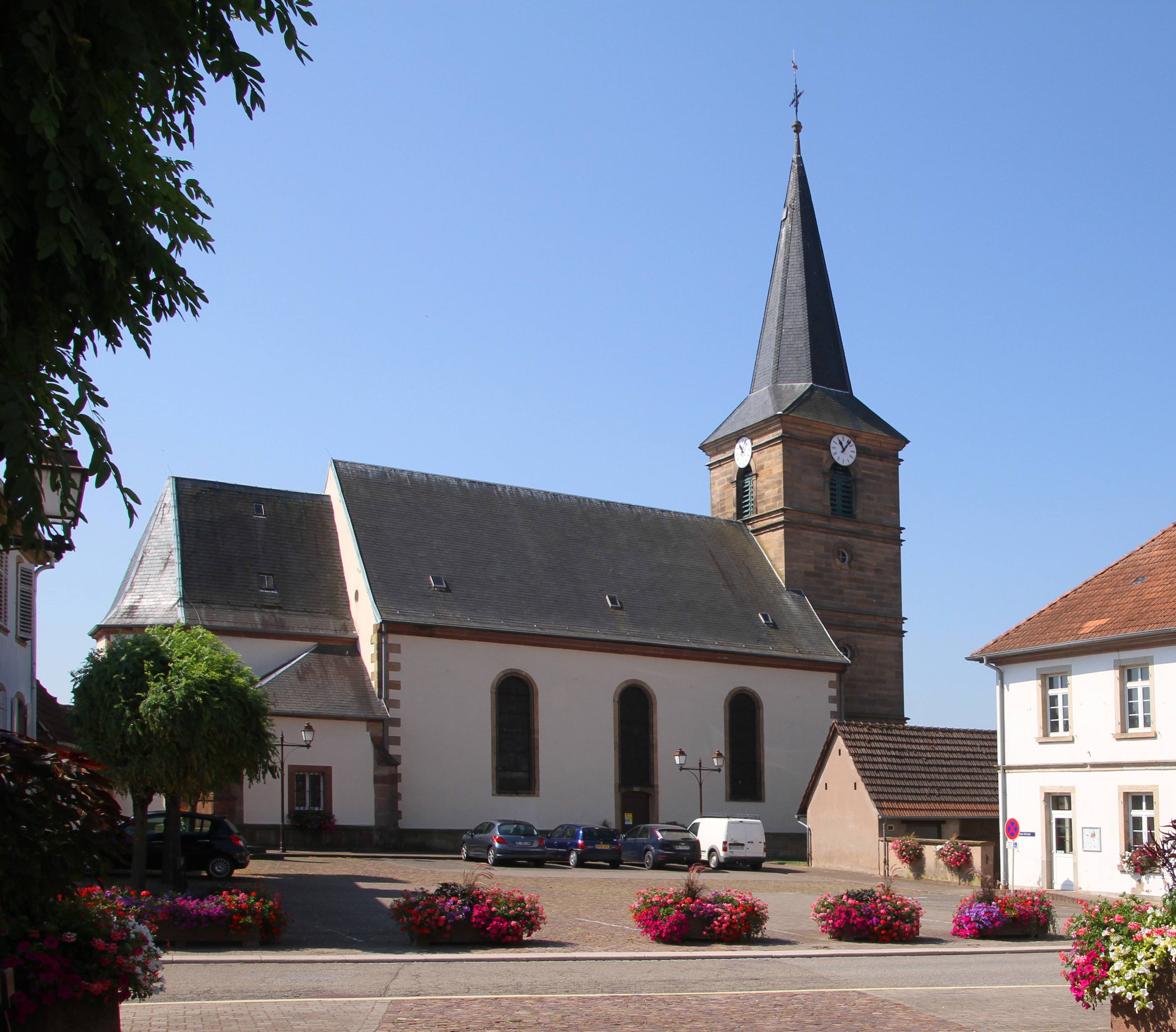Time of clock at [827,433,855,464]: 11:06
